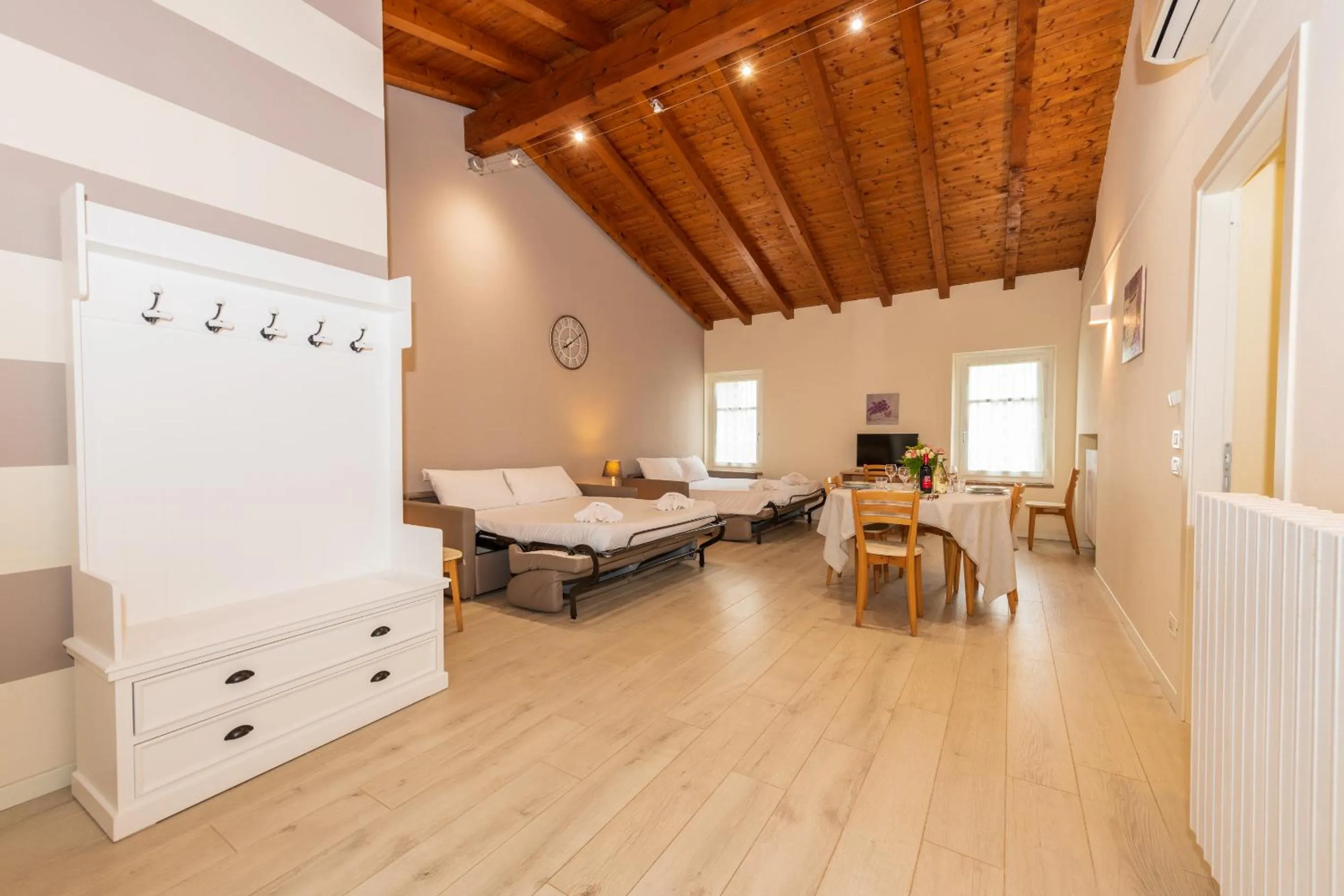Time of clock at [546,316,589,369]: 8:09
